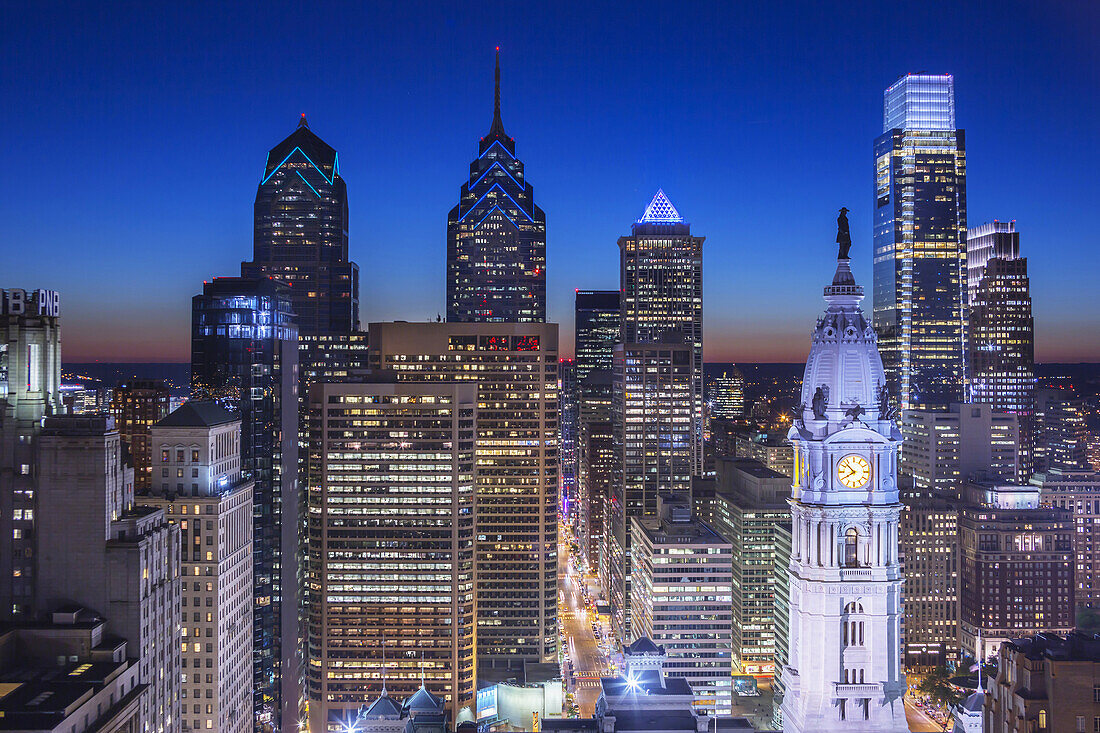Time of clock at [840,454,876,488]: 7:52
